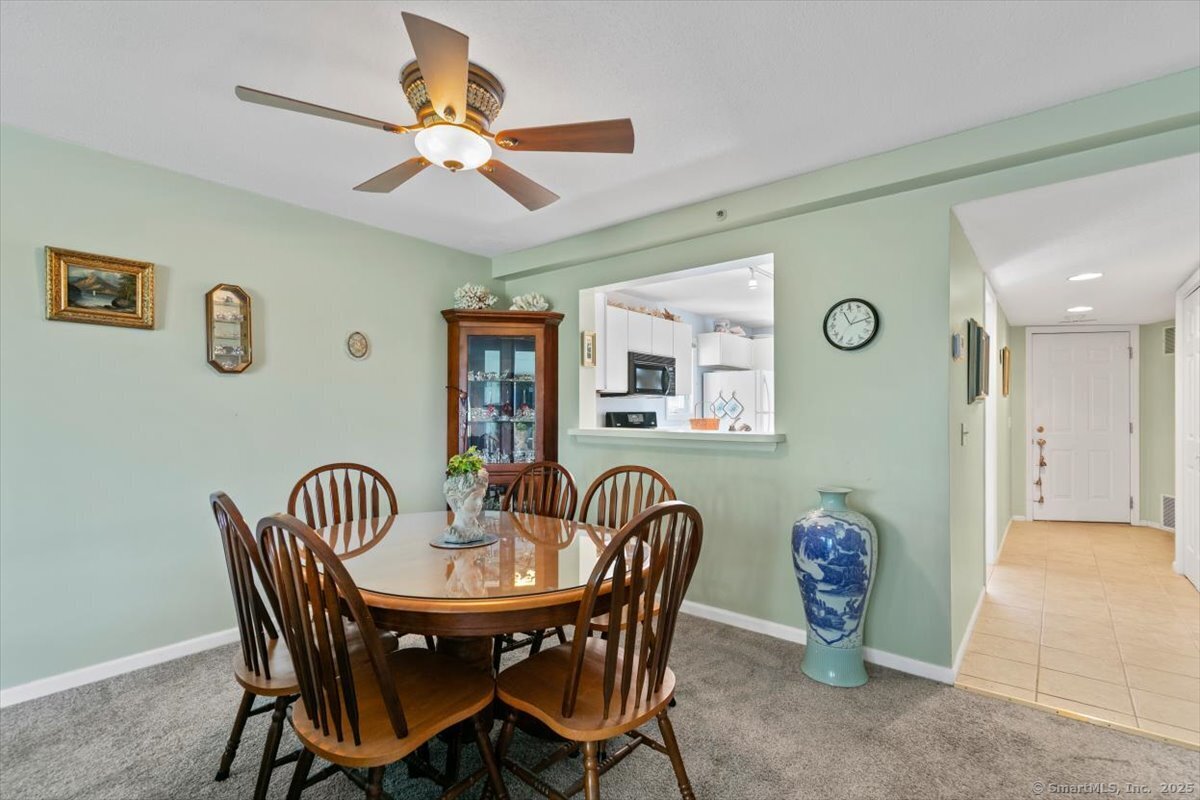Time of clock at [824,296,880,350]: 11:12
